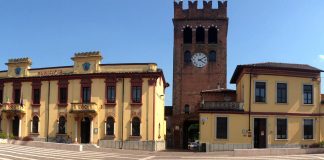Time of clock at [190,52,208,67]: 4:09
